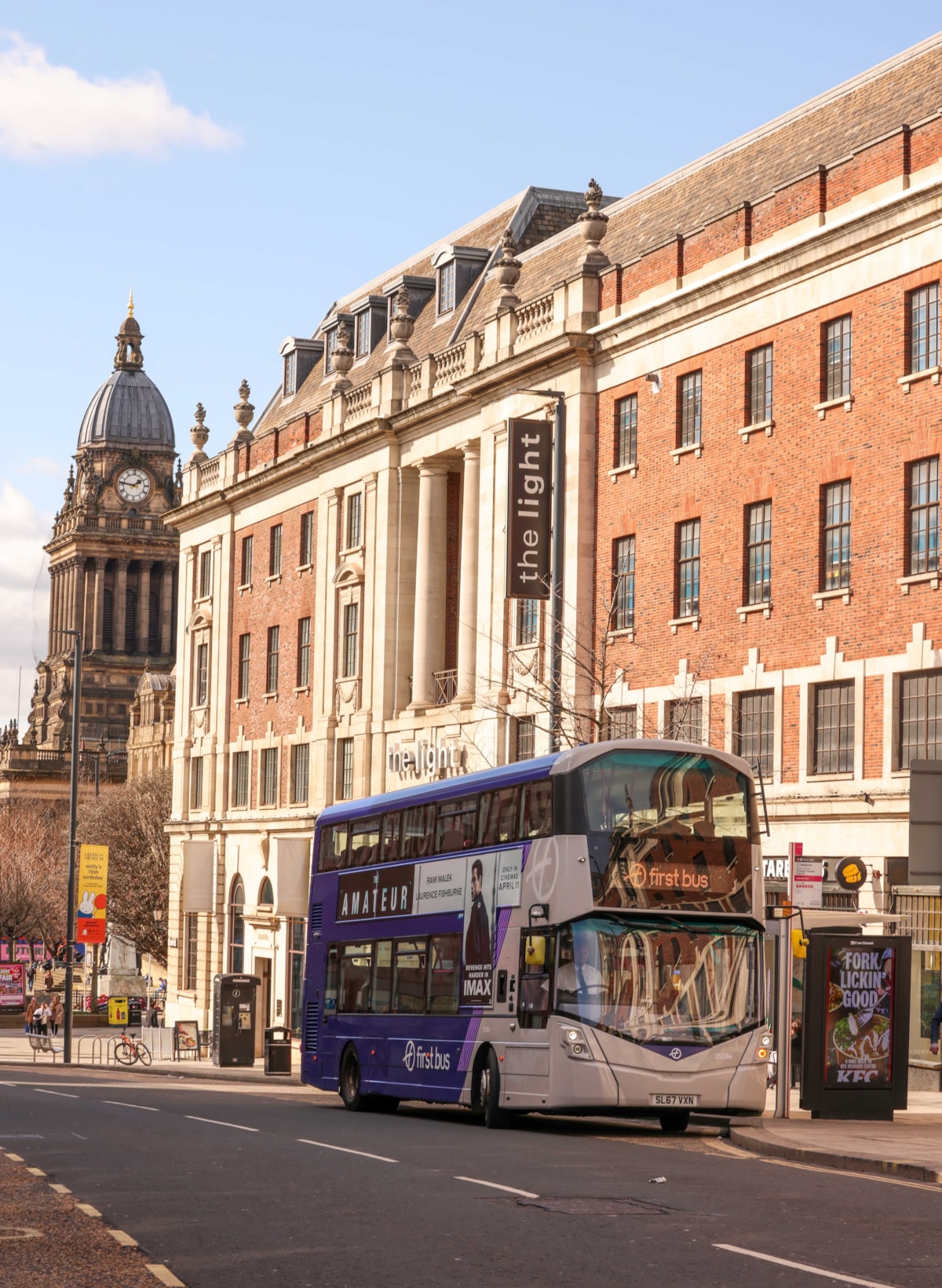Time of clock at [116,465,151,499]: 1:46
